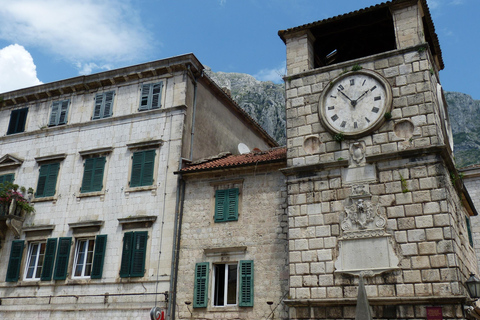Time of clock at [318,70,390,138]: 1:53
